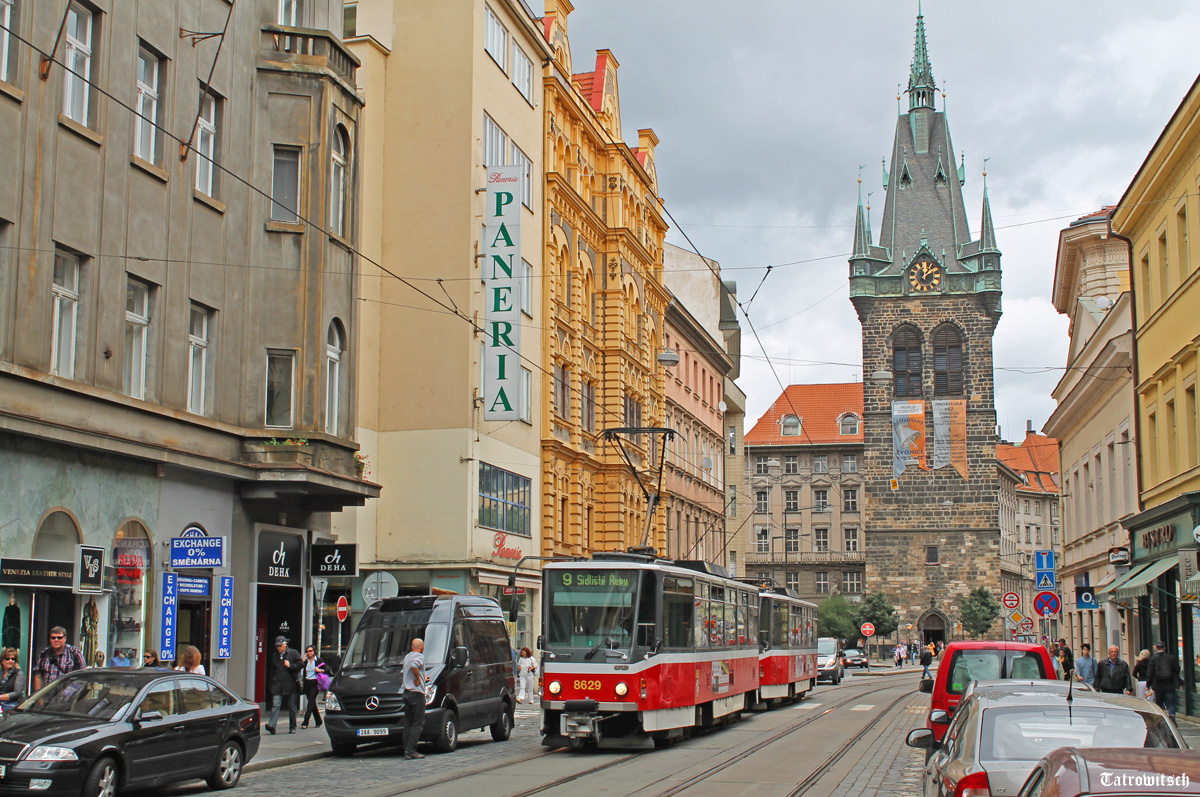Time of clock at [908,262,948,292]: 12:07
